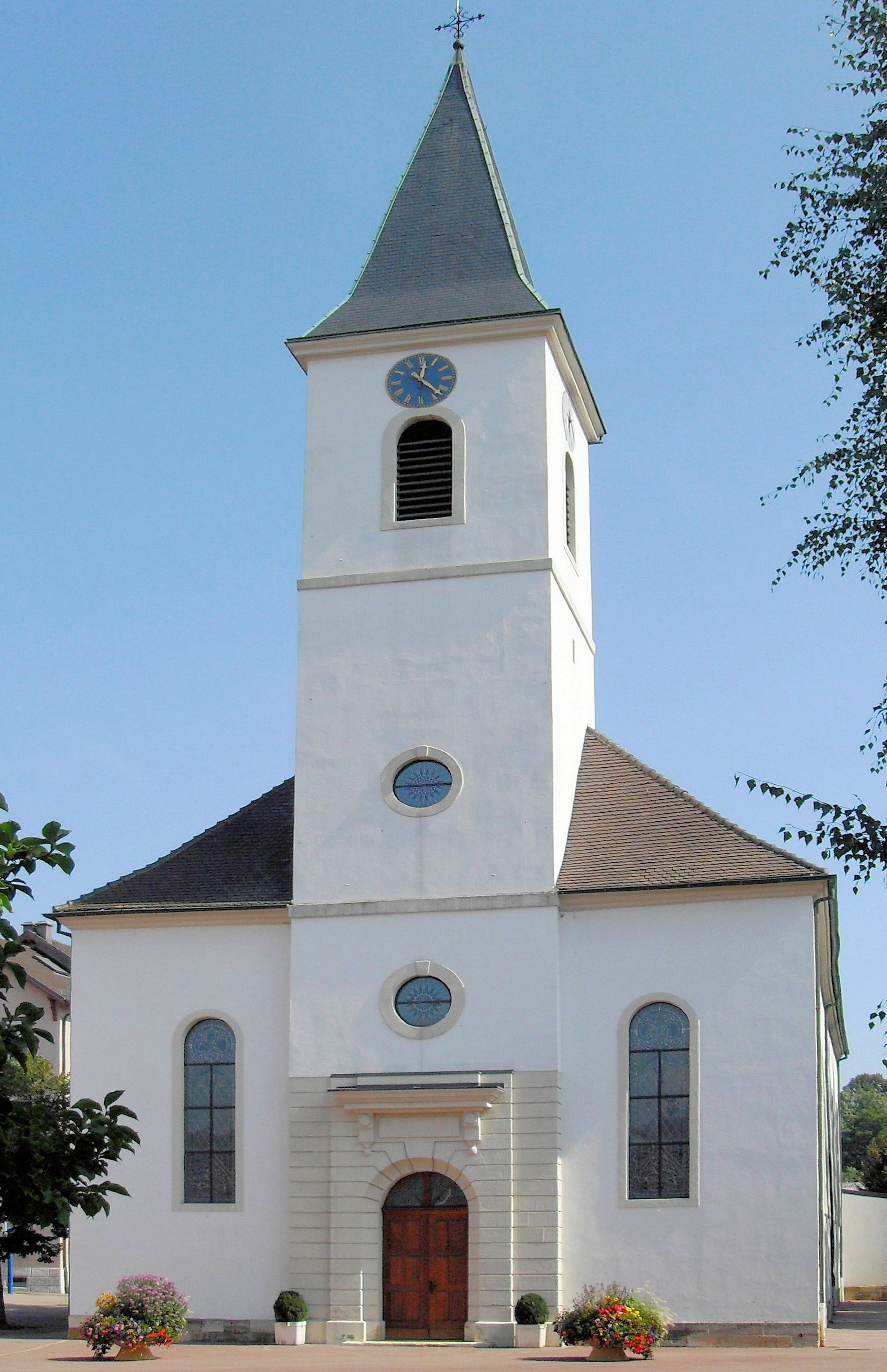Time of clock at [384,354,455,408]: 12:22
